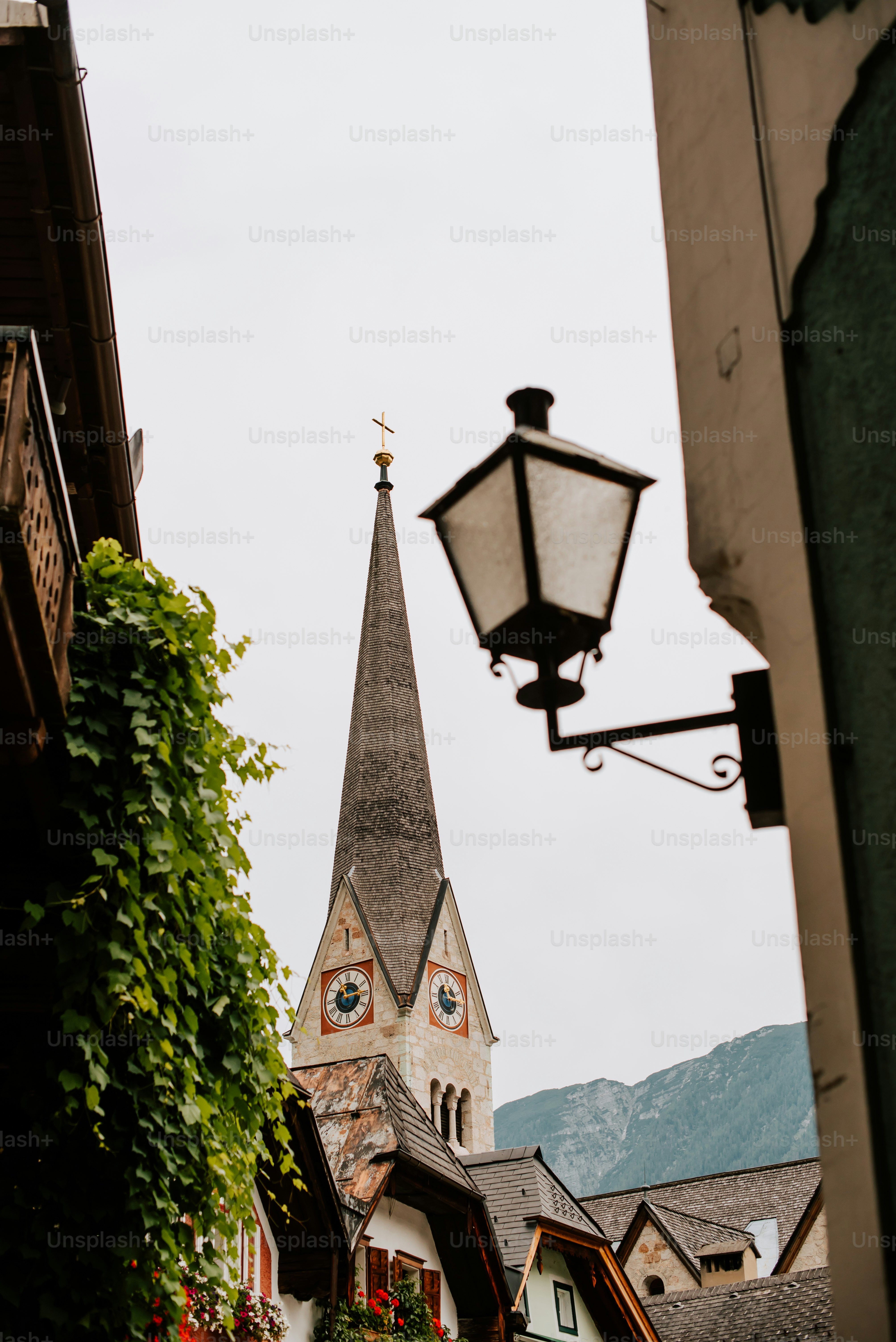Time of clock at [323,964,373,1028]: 11:13
